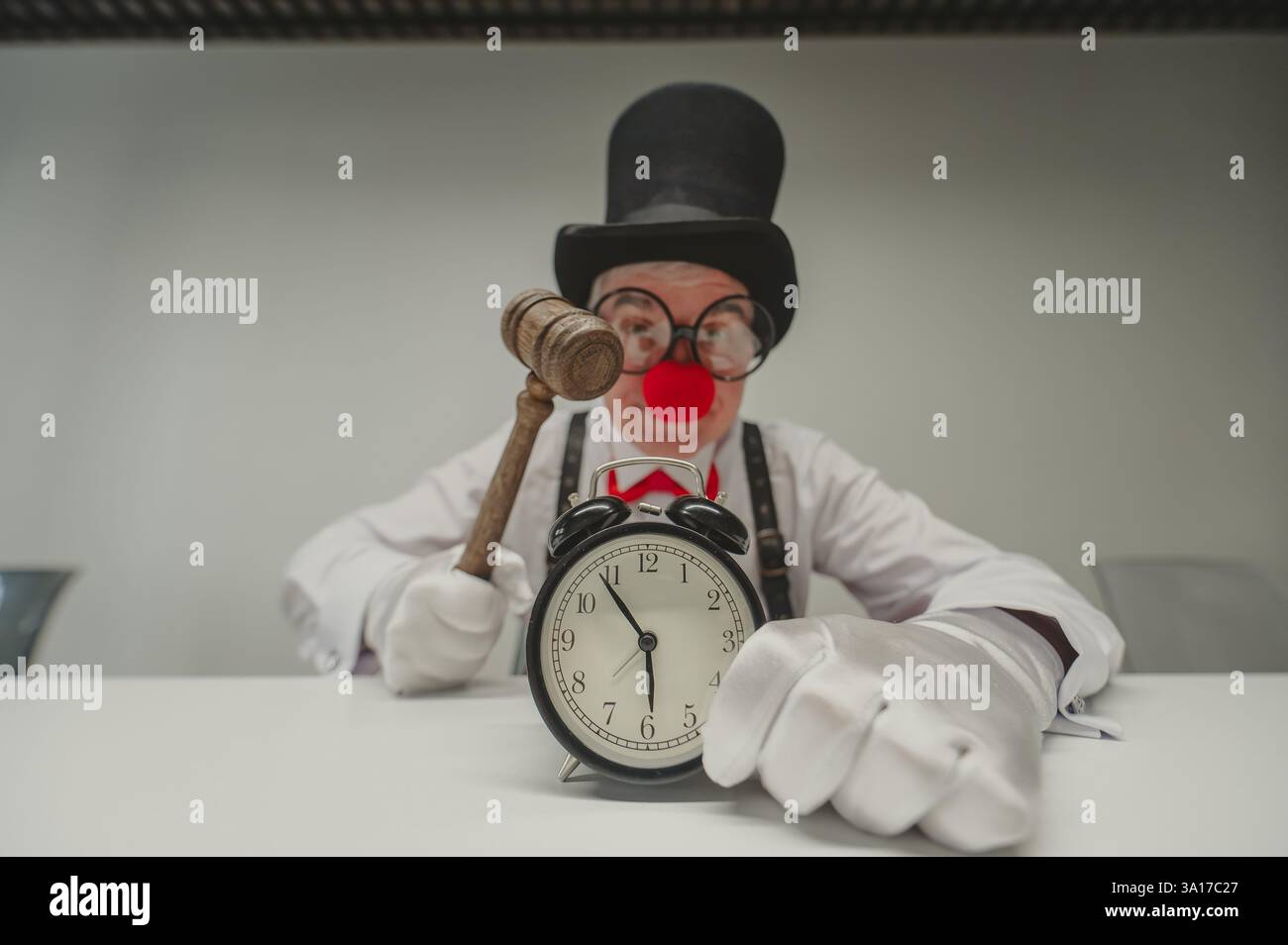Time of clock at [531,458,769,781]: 5:54
